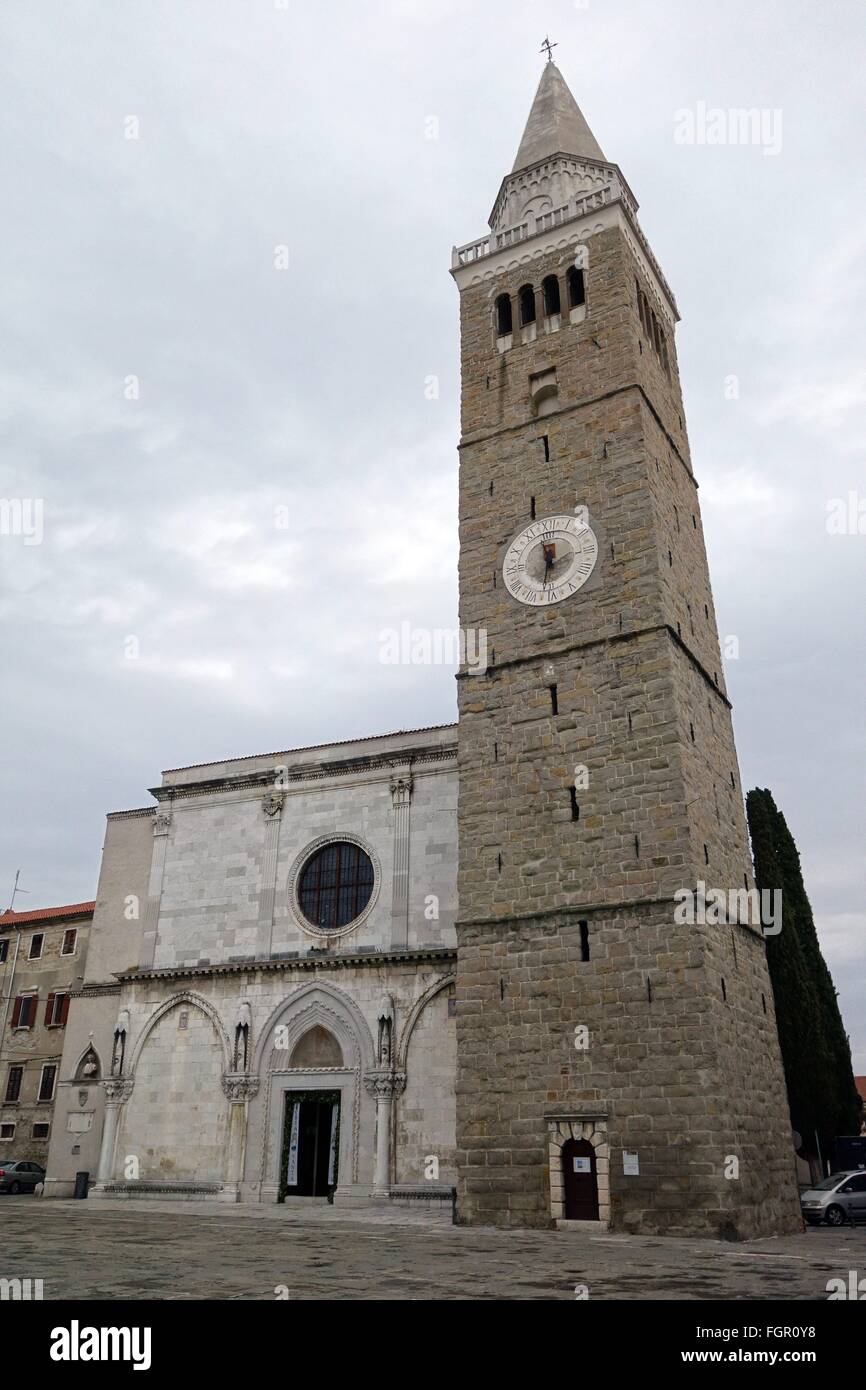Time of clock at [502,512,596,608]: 11:32
